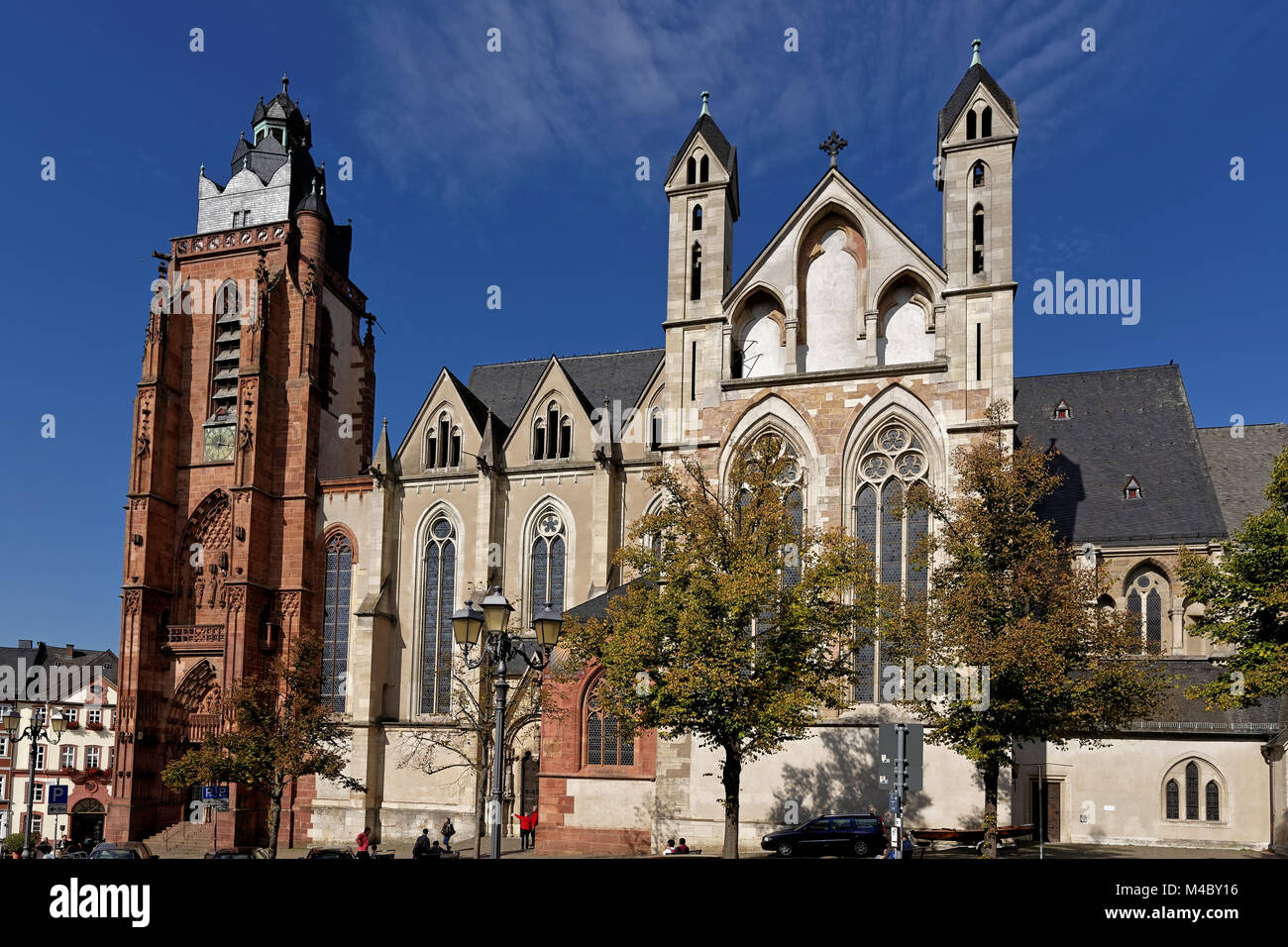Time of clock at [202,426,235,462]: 12:16
